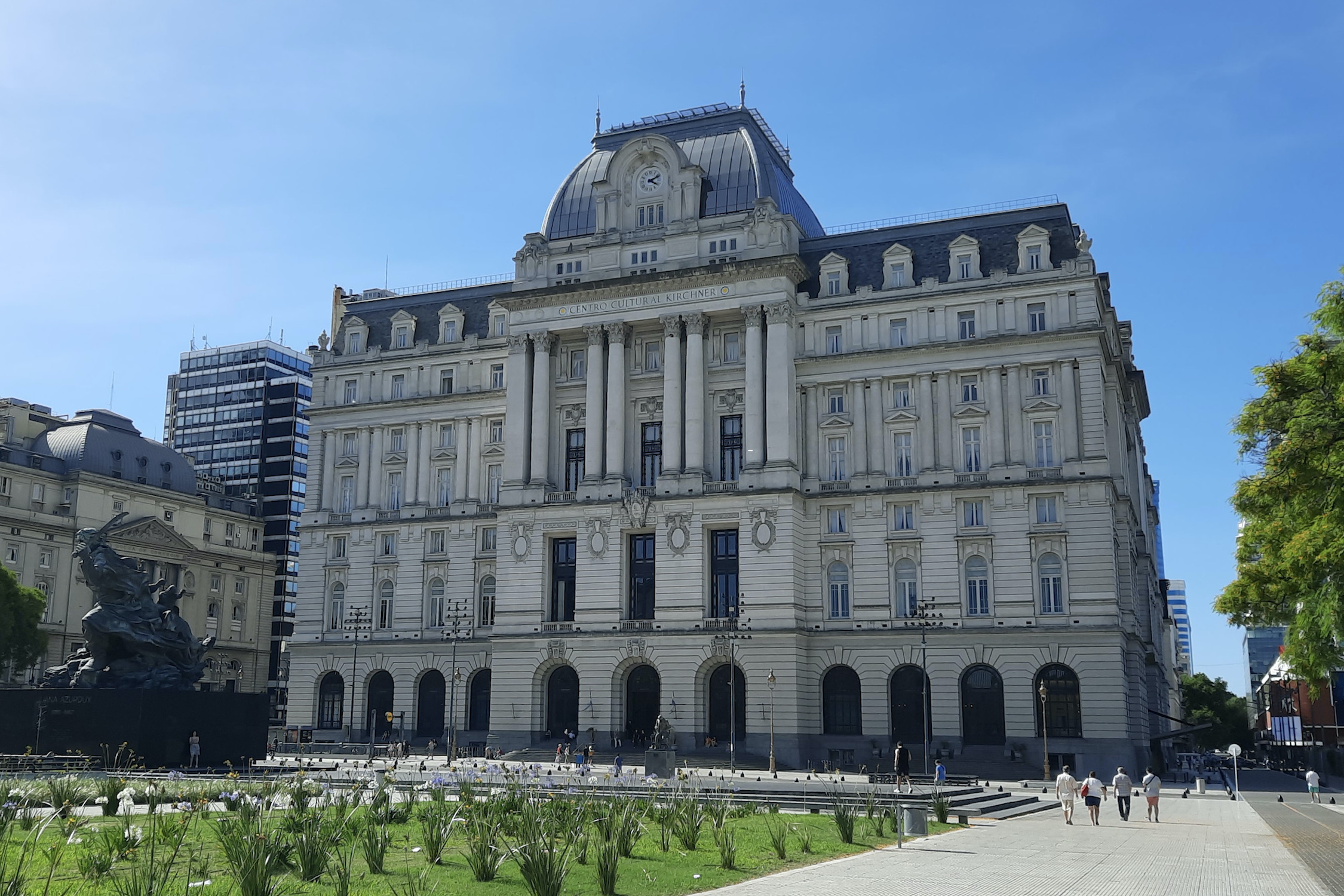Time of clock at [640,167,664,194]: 4:11
